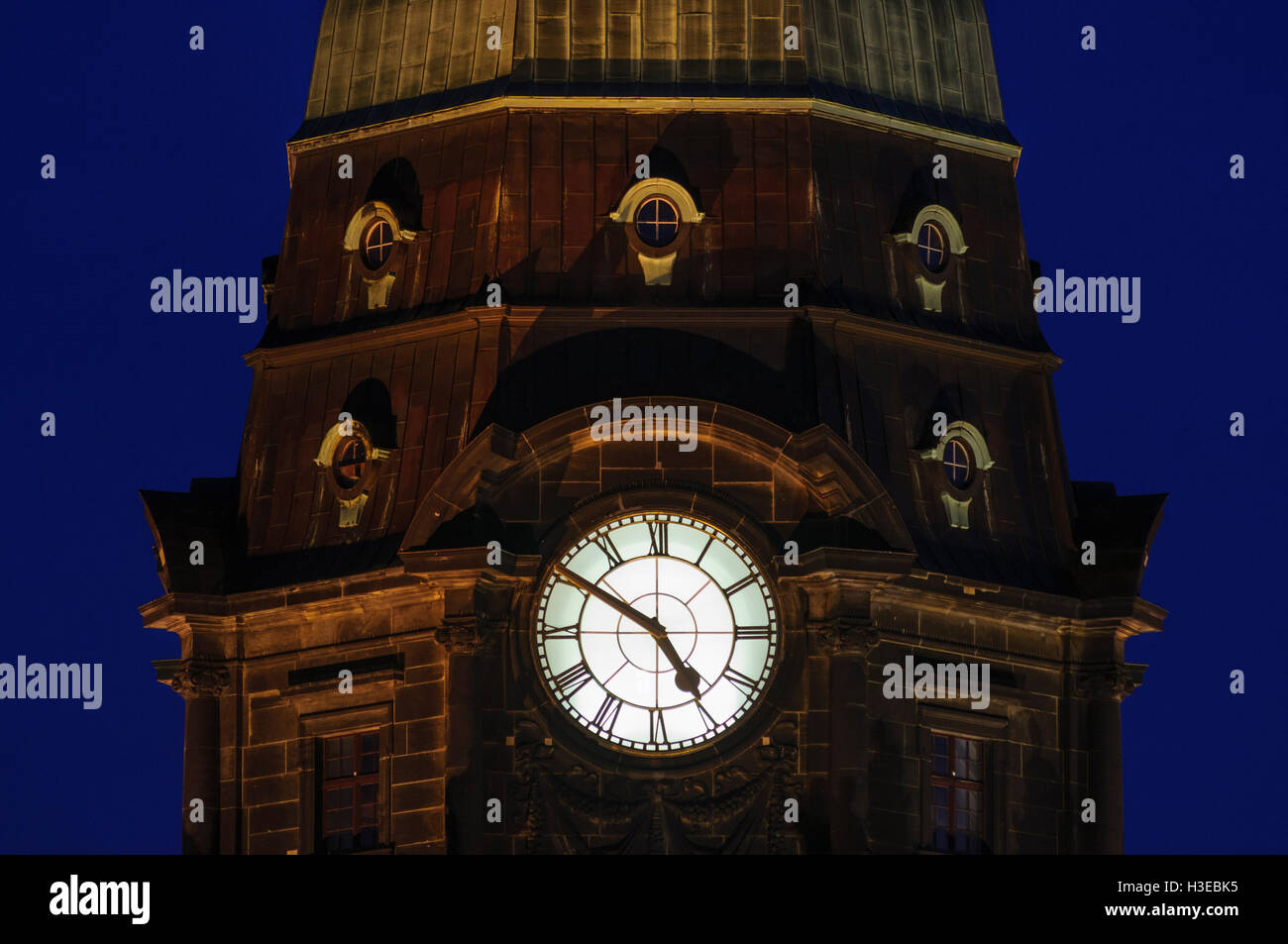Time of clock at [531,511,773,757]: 4:50
